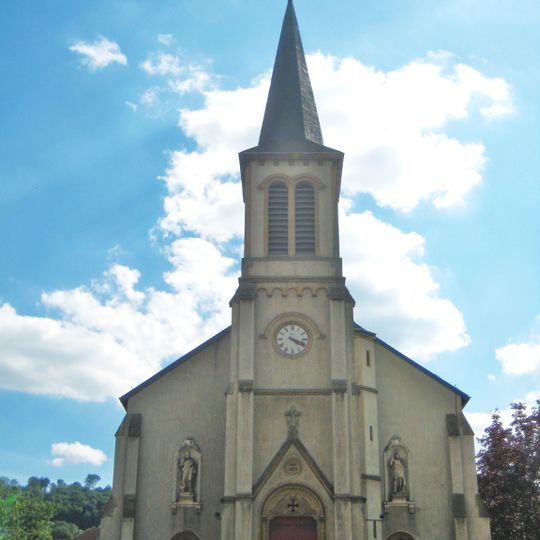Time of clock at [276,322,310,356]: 4:18
